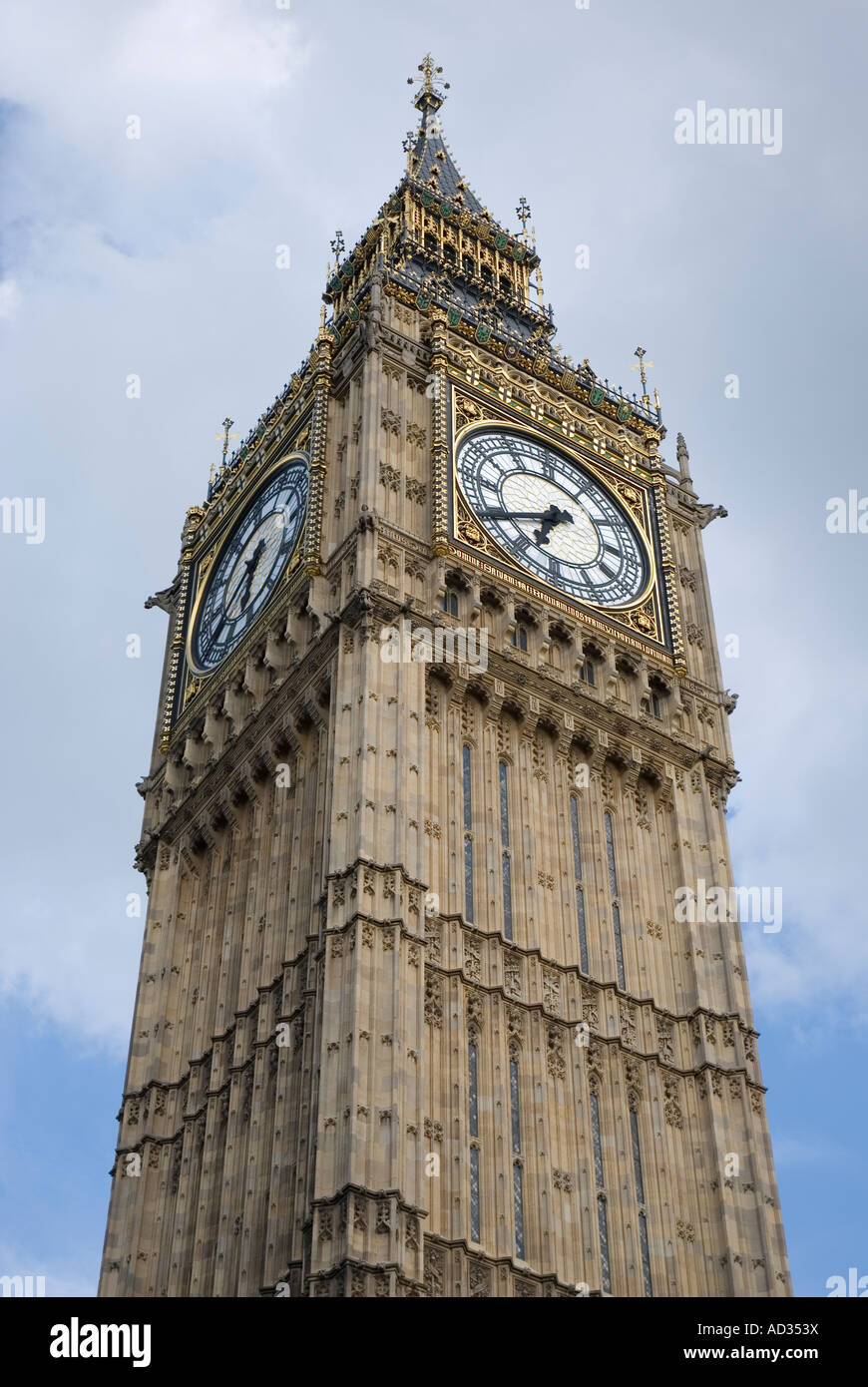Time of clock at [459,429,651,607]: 6:40
